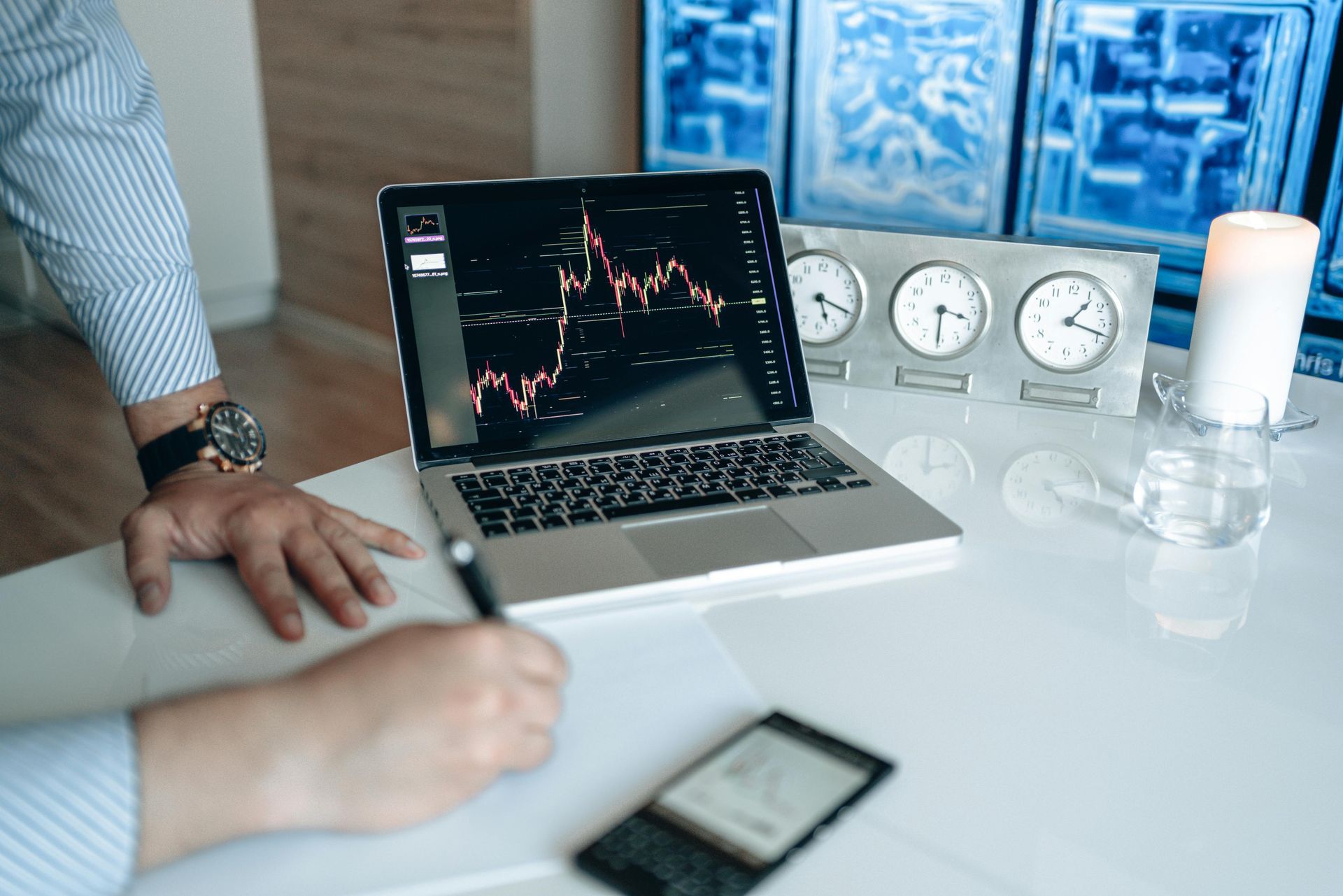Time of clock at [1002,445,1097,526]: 4:12
